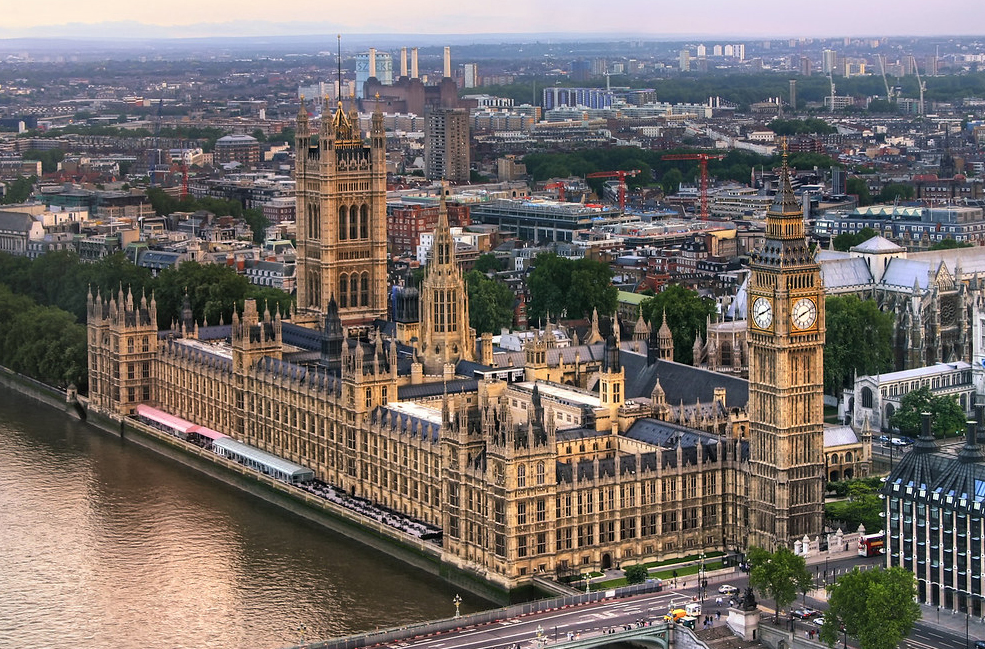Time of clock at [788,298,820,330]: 8:11
